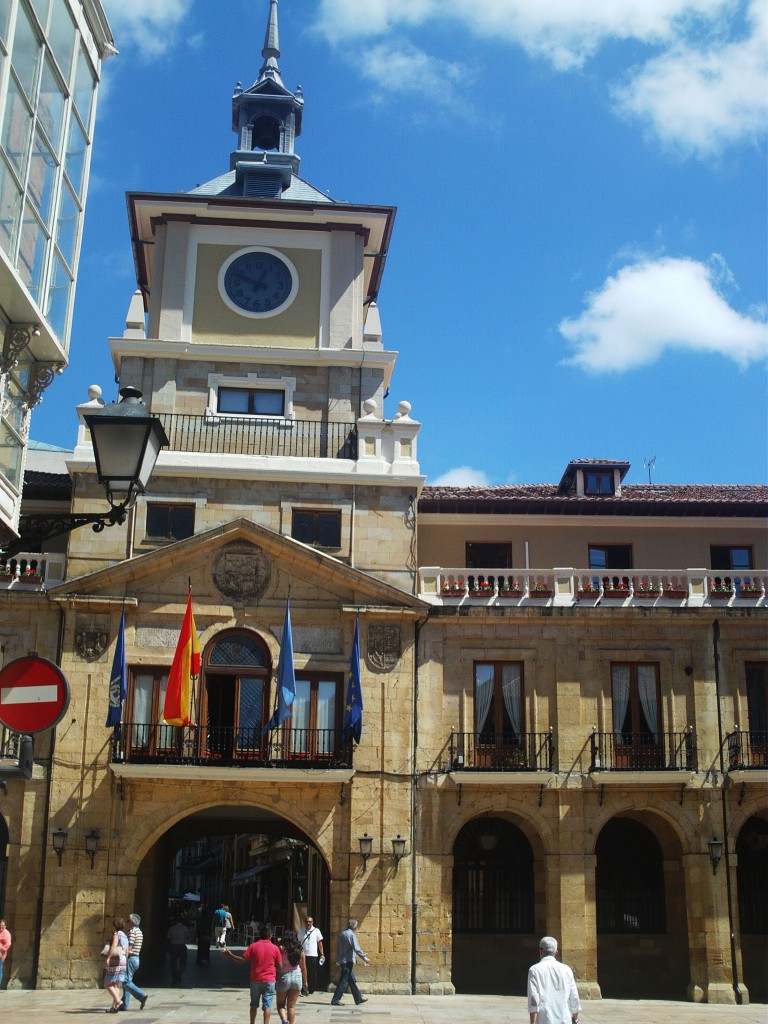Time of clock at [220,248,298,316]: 12:49
